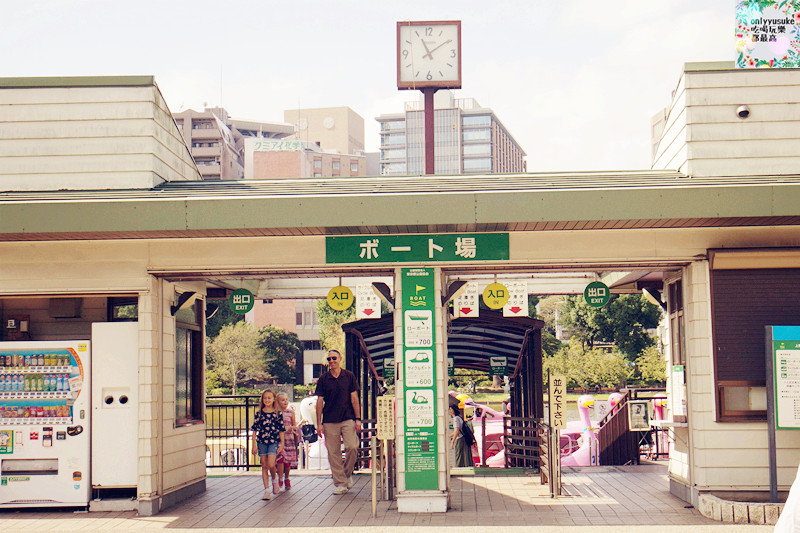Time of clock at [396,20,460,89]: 11:09
